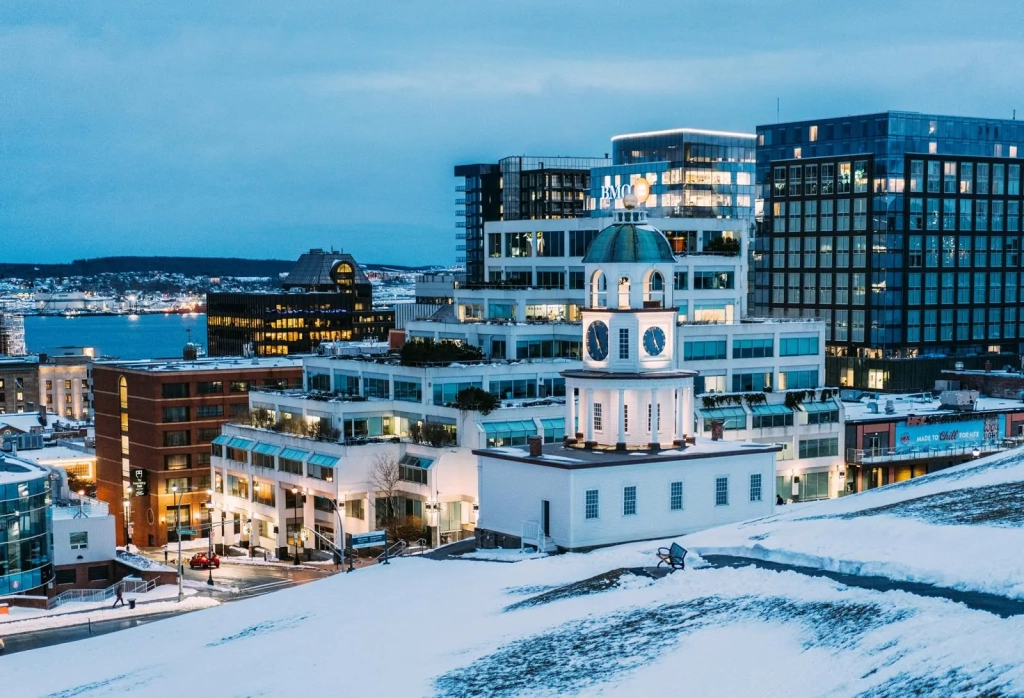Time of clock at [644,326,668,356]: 4:57
